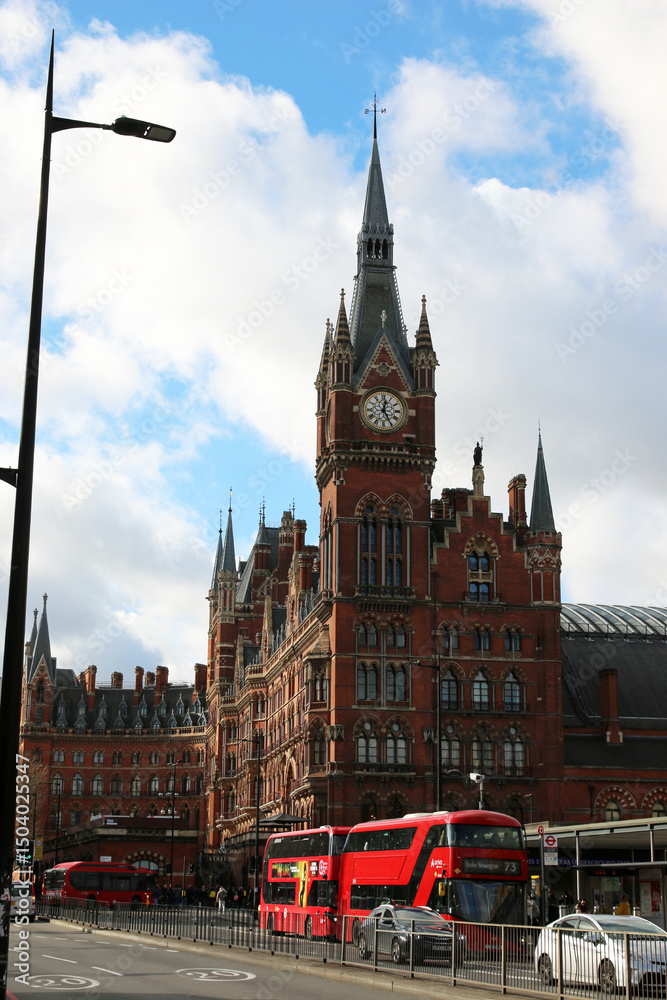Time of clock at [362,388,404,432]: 12:24
